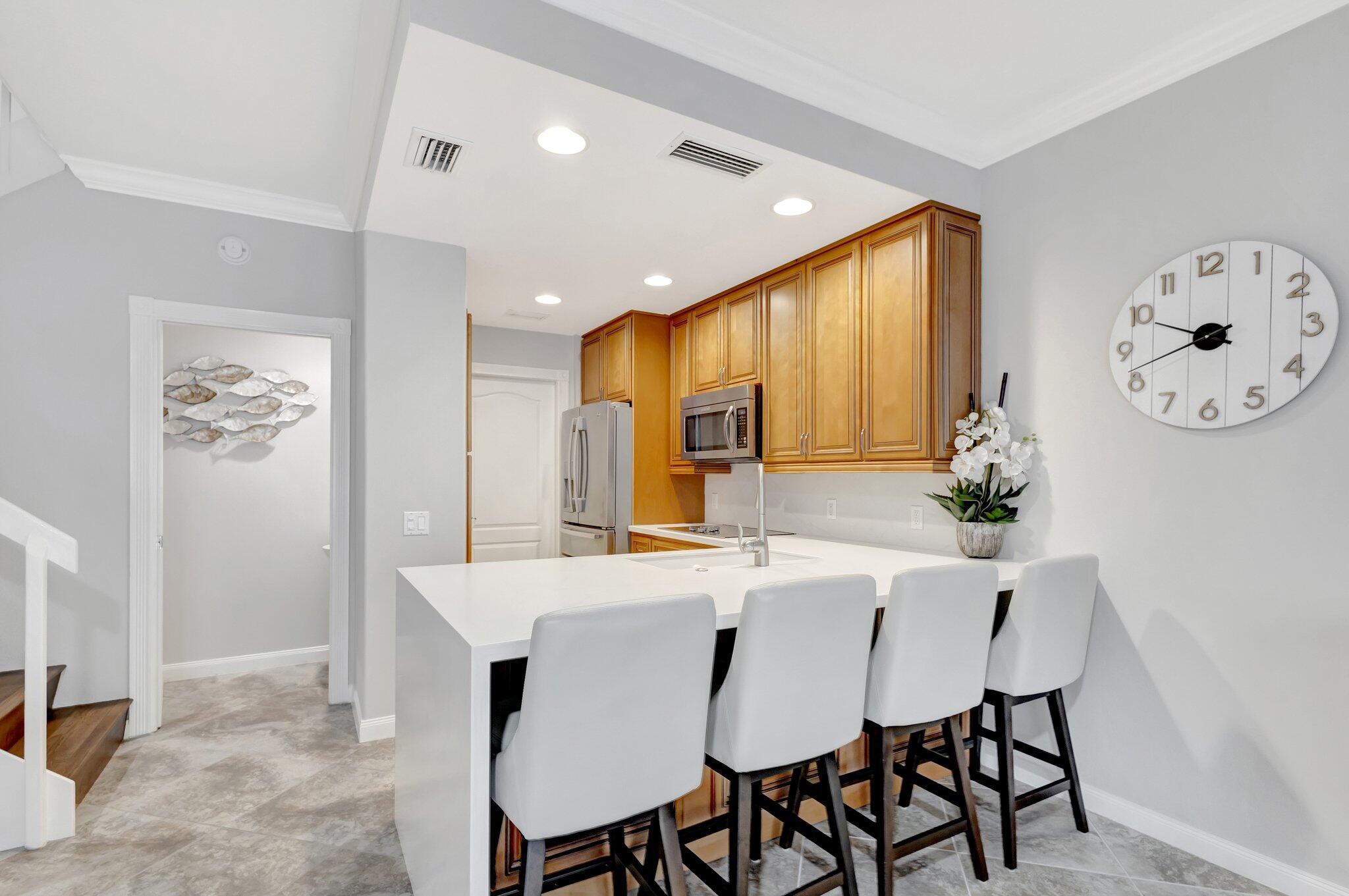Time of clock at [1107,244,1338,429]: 9:42
